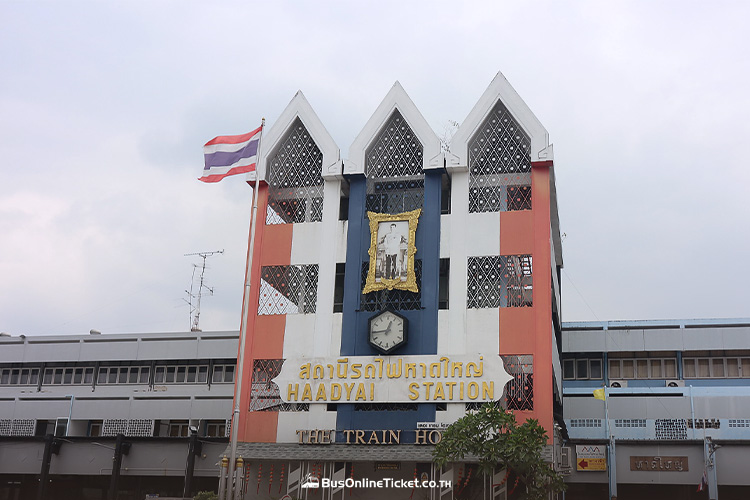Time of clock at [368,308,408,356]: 12:44
